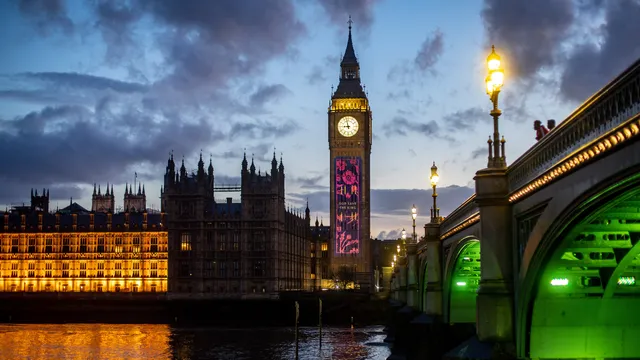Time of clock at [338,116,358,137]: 8:57
